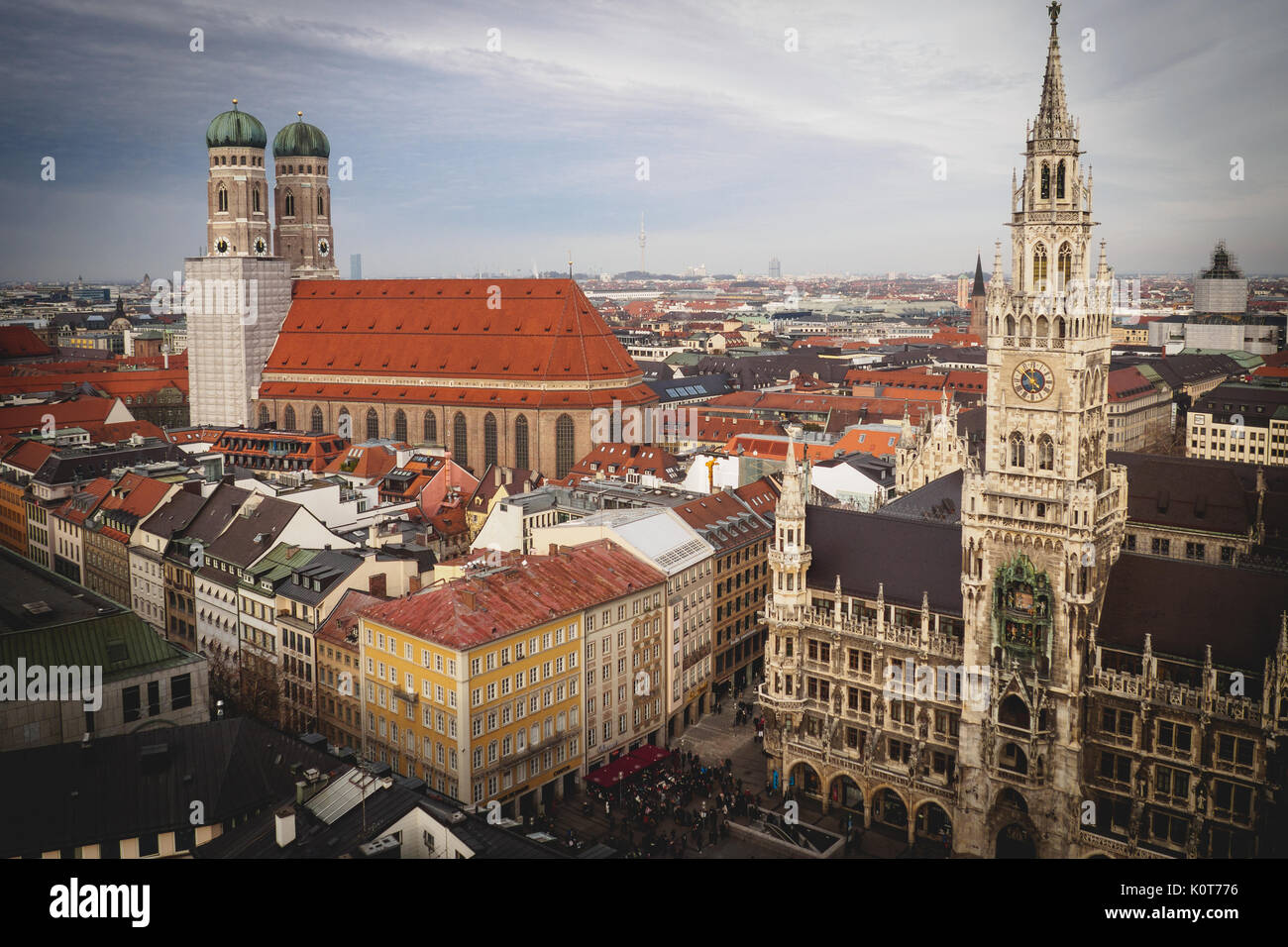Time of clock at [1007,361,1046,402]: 4:52
